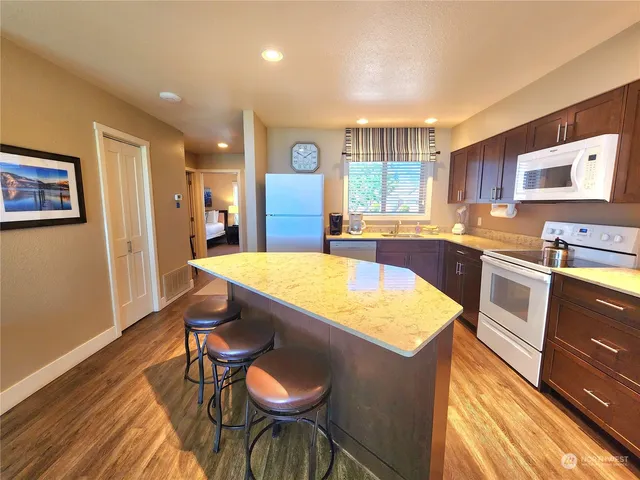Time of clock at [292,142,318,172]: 1:49
